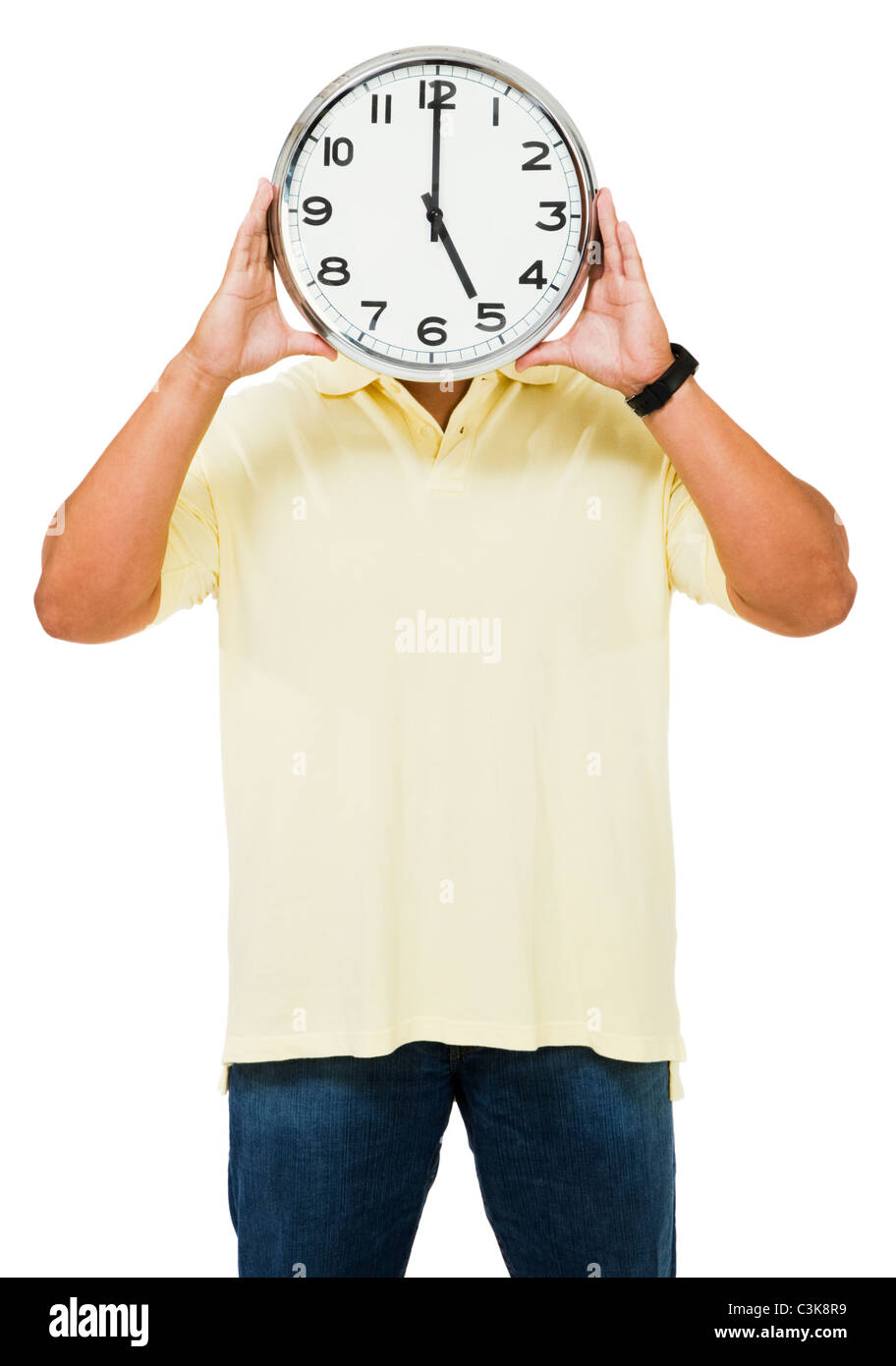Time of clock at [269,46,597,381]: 5:00
